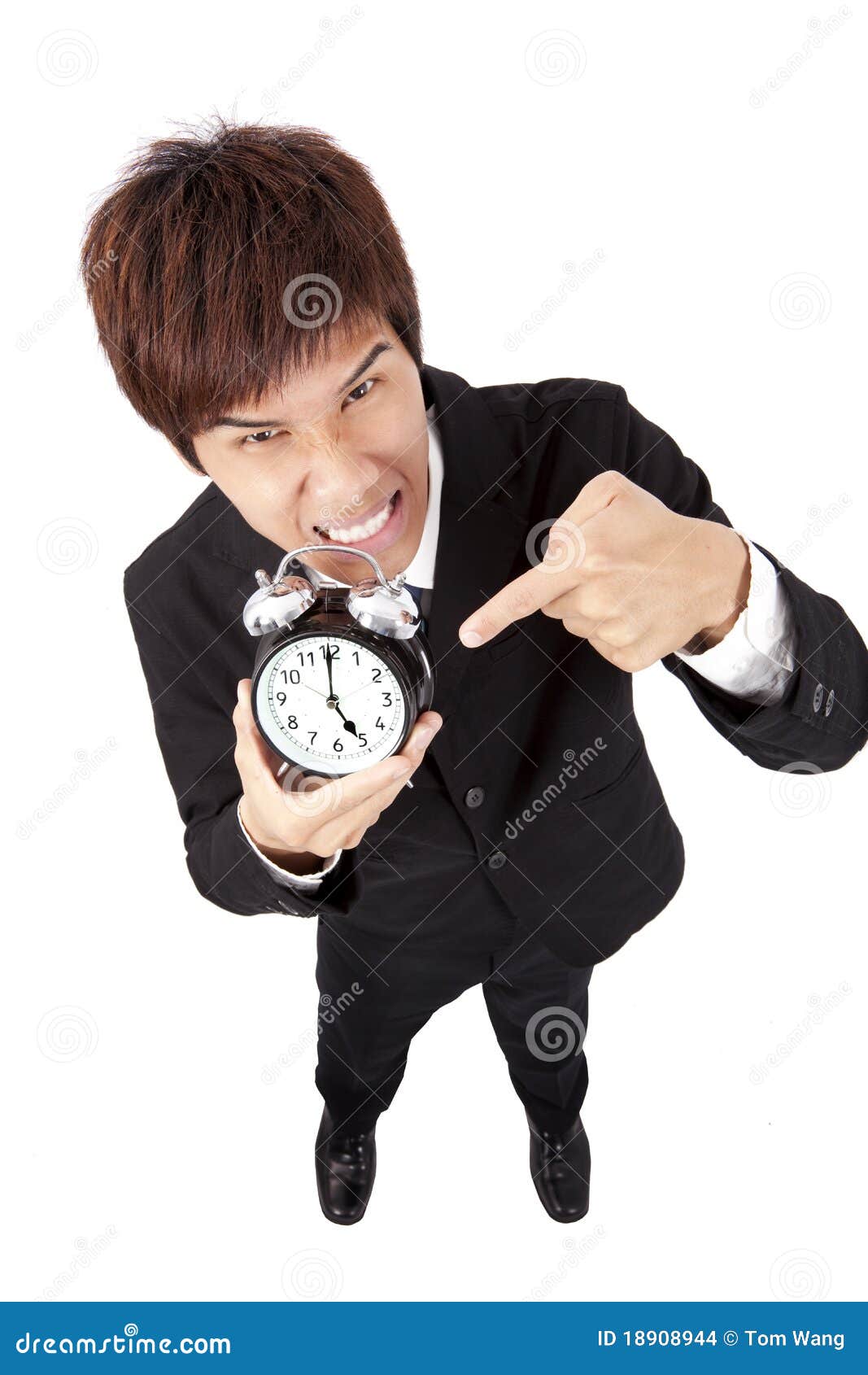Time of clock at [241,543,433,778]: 5:00
